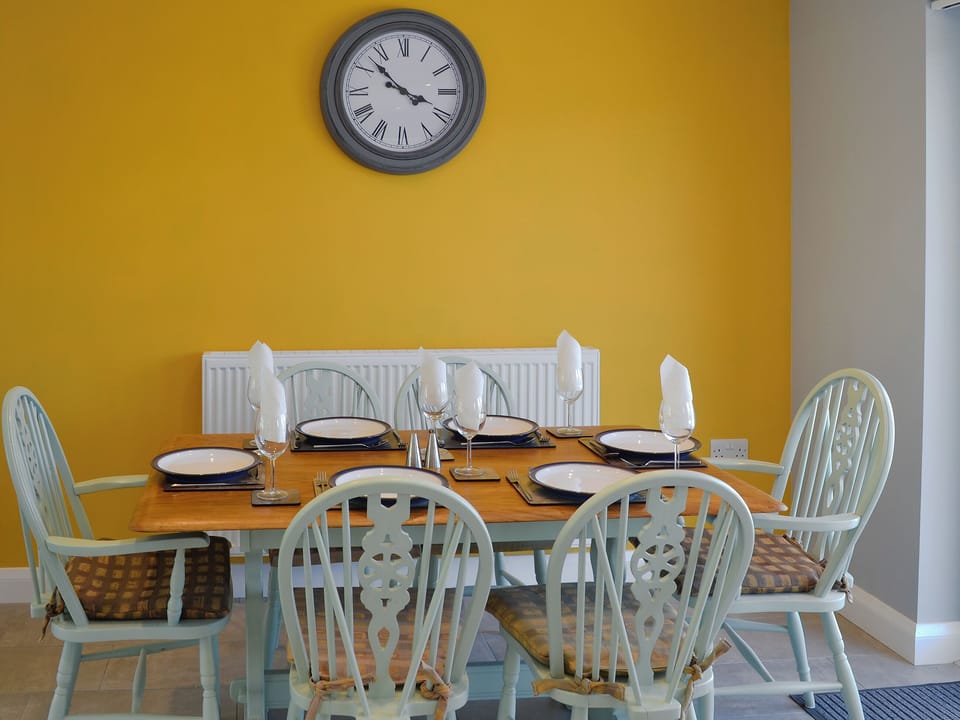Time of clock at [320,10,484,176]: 3:52
